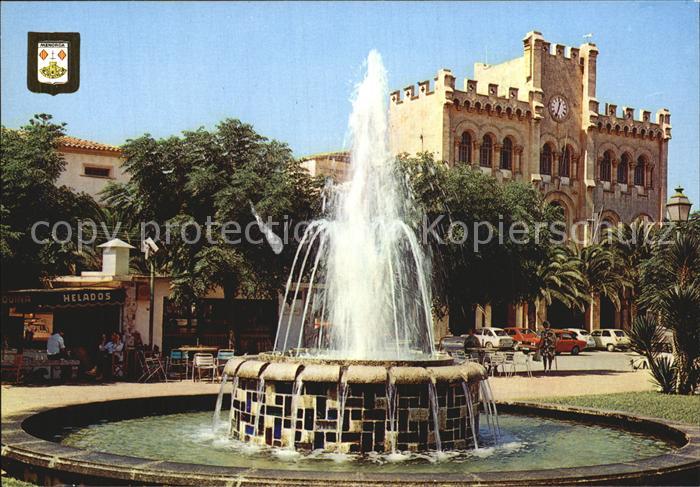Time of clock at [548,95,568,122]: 12:33
